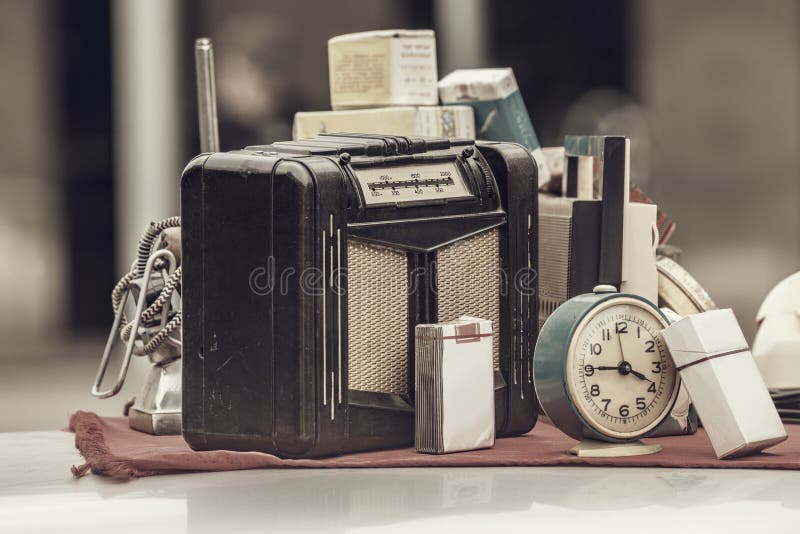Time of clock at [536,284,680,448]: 3:45
